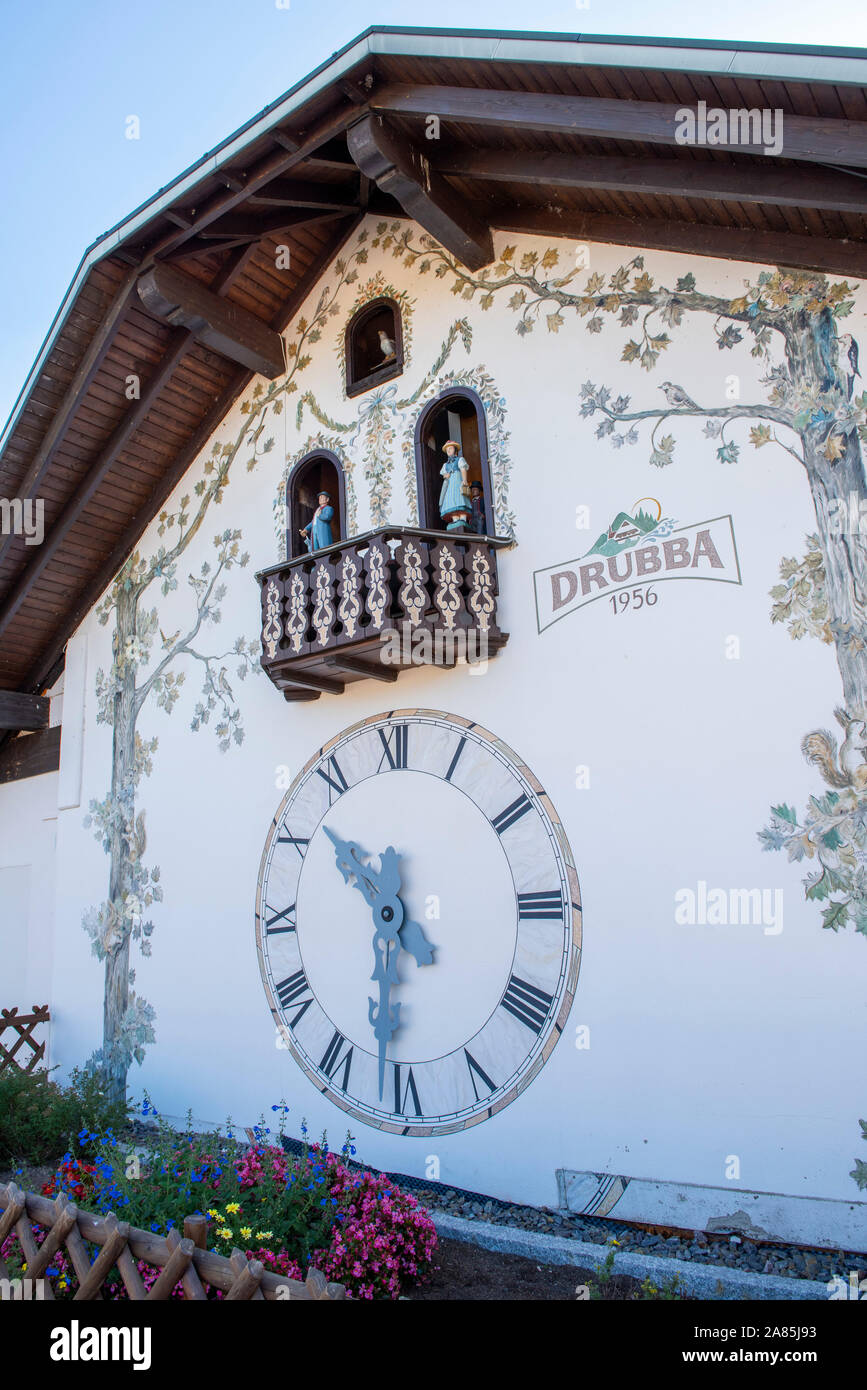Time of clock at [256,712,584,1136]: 10:31
